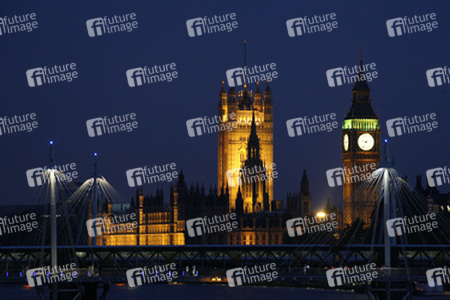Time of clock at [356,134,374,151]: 9:35
